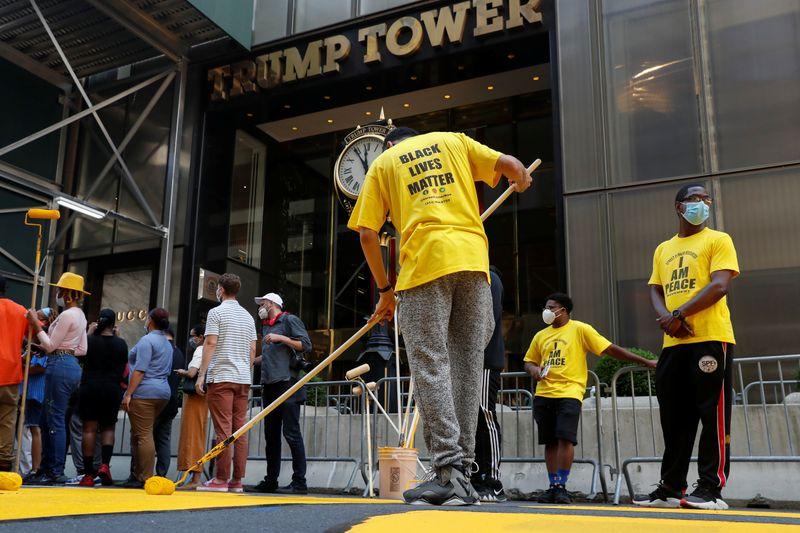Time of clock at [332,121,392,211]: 11:54
